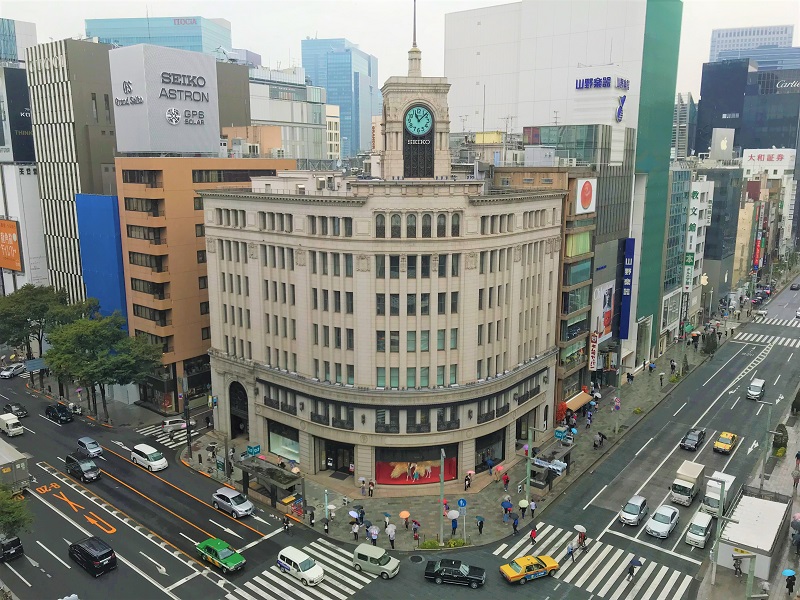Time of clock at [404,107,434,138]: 11:07
